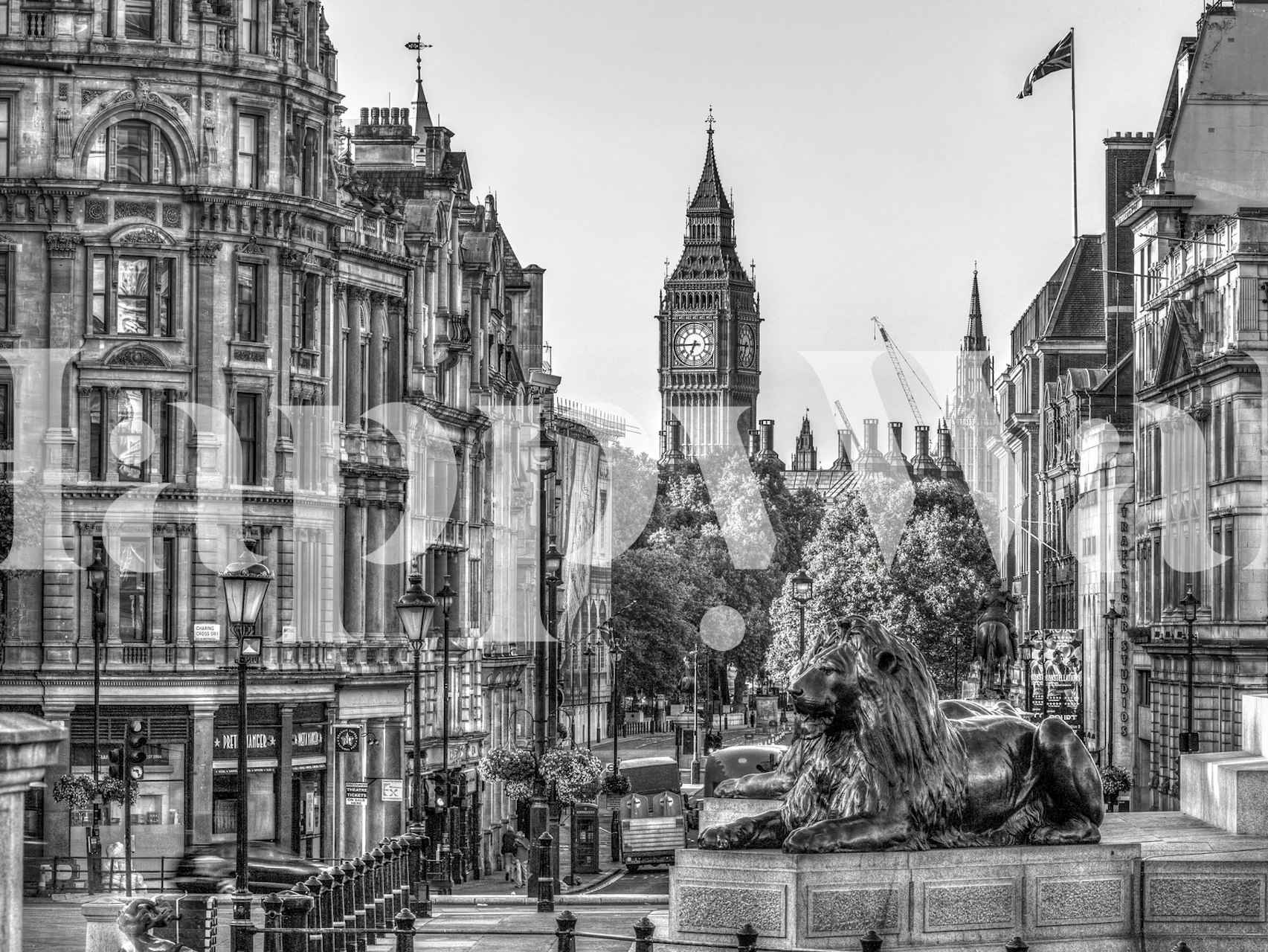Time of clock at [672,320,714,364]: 6:44
